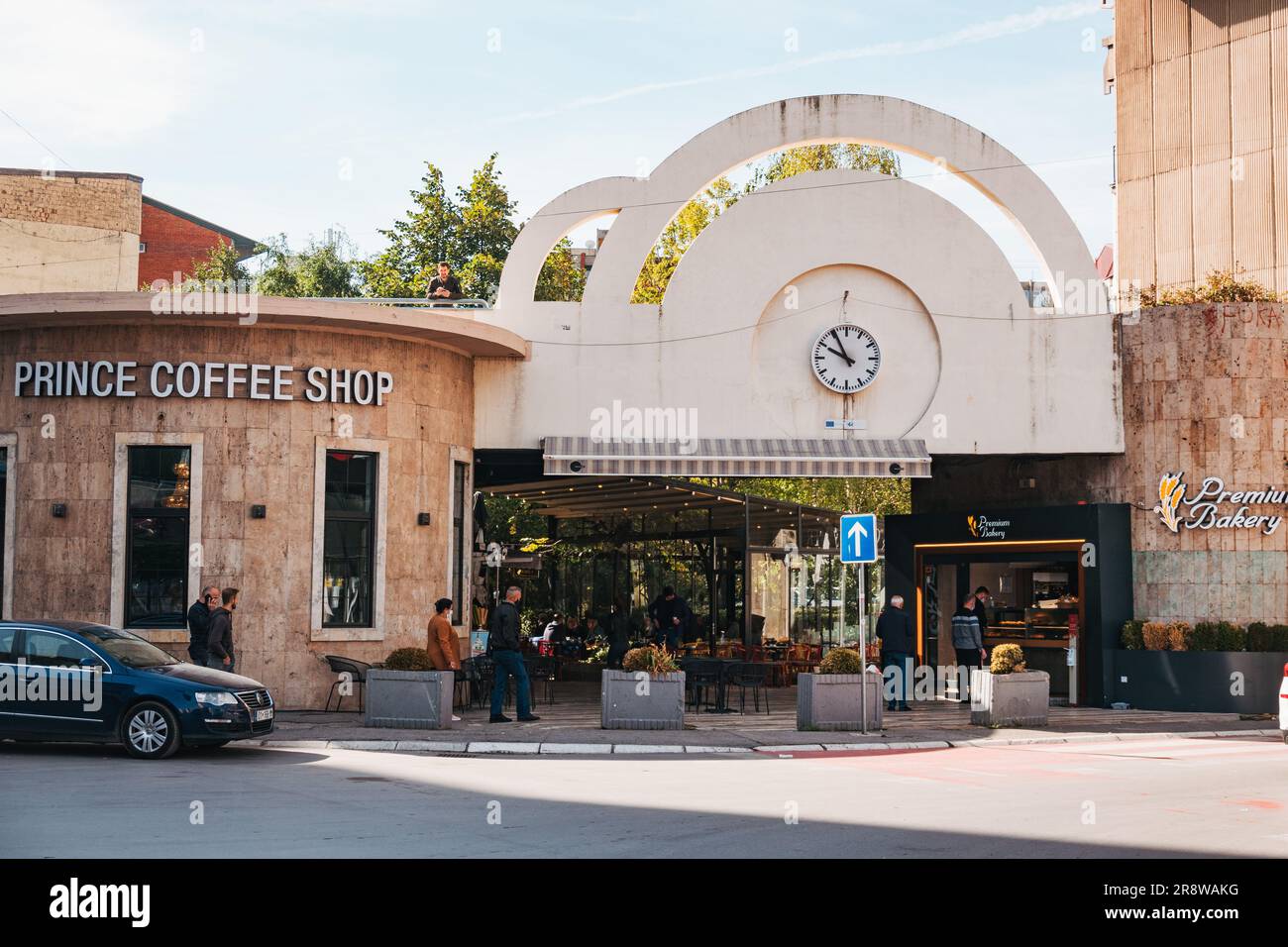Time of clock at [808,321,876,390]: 9:55
